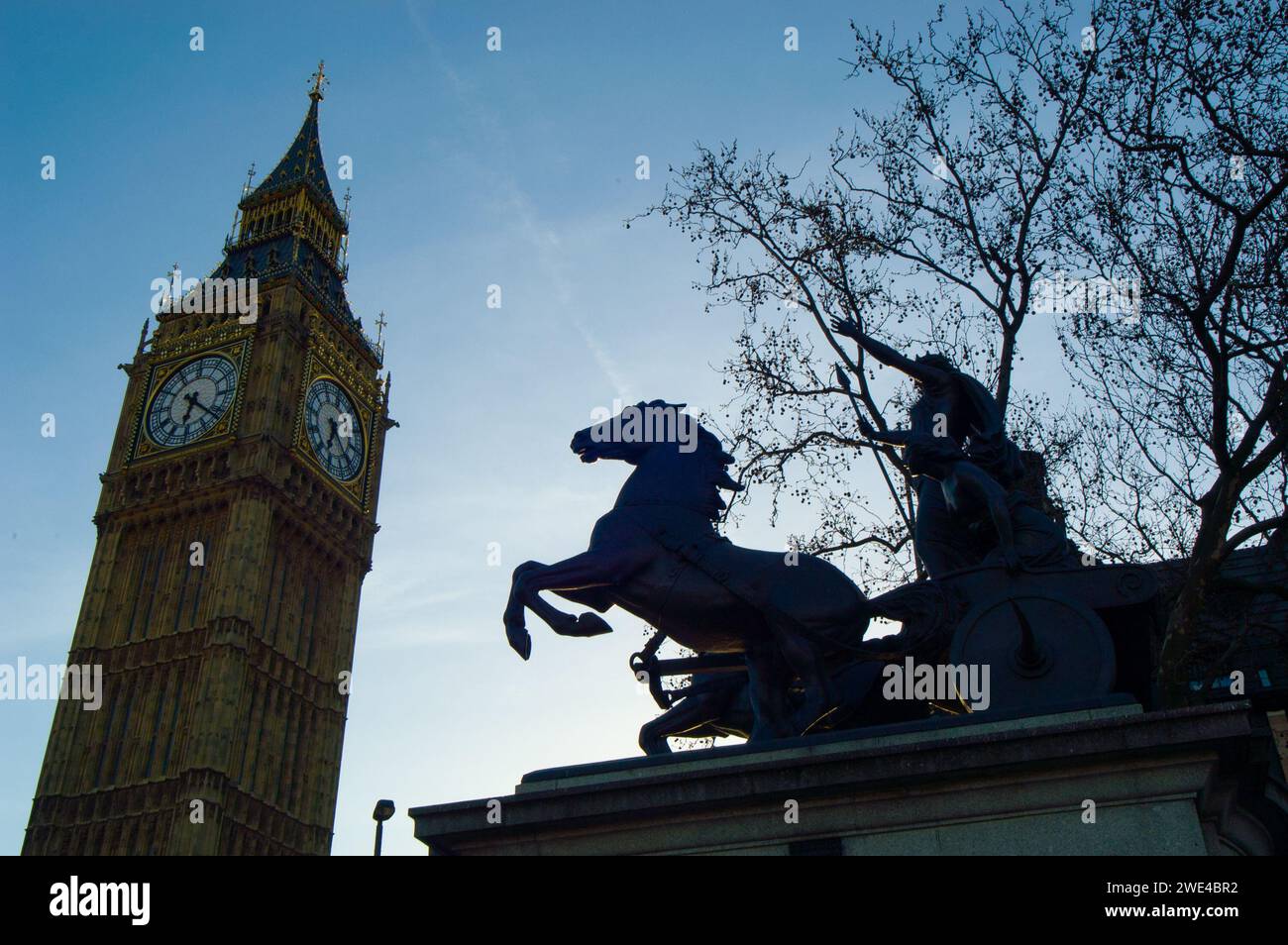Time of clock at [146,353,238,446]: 6:21
